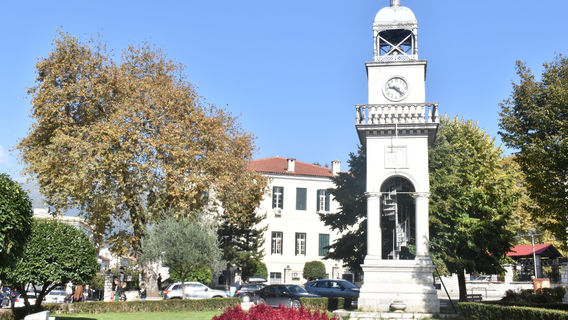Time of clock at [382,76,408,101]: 9:22
